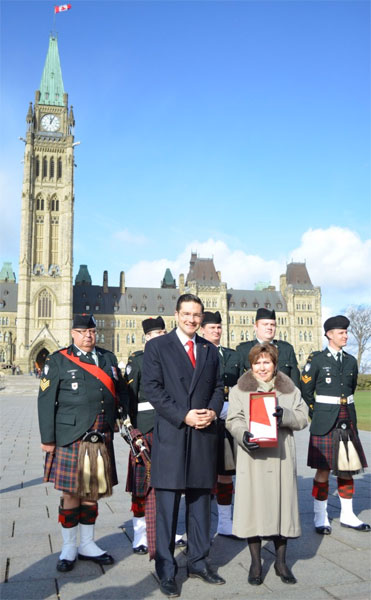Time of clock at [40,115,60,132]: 12:04
